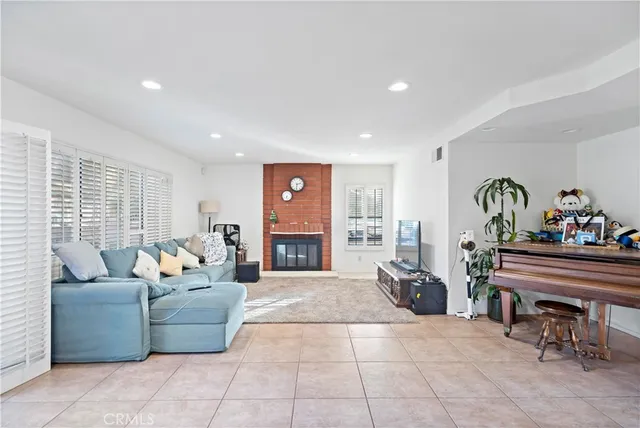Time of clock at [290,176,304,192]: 2:31
